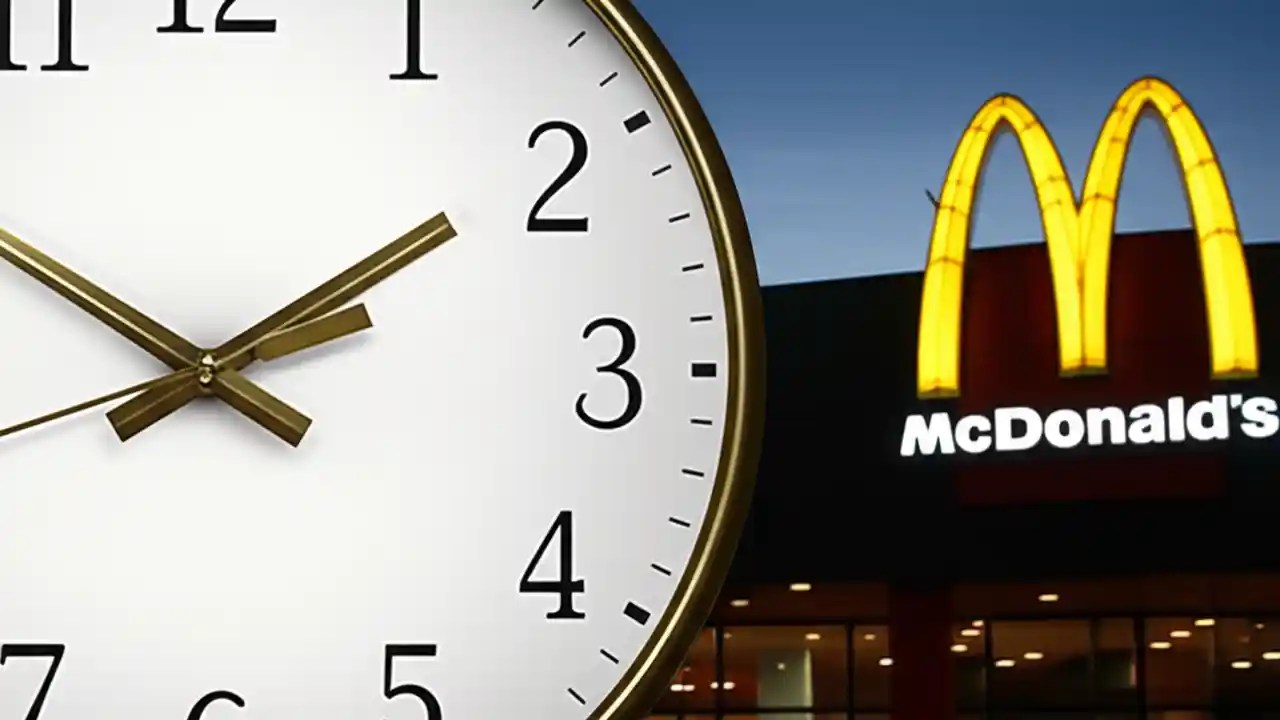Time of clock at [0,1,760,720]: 1:50
